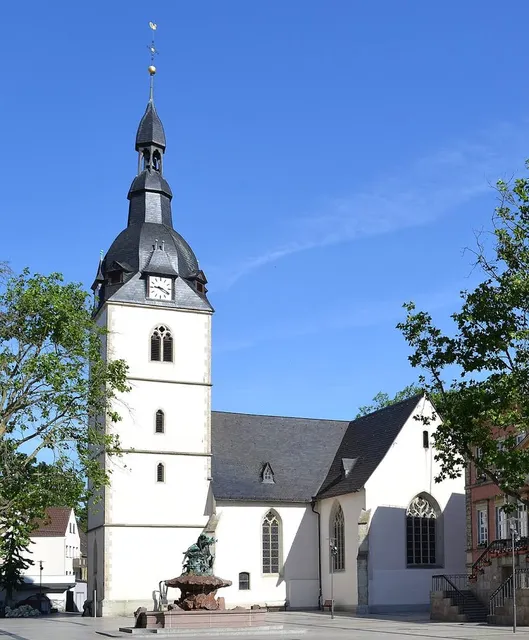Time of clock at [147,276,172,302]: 9:20
